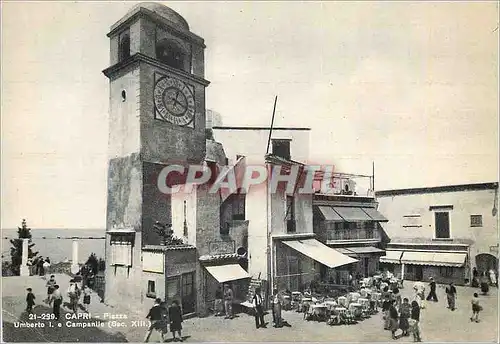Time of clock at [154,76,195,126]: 12:18
